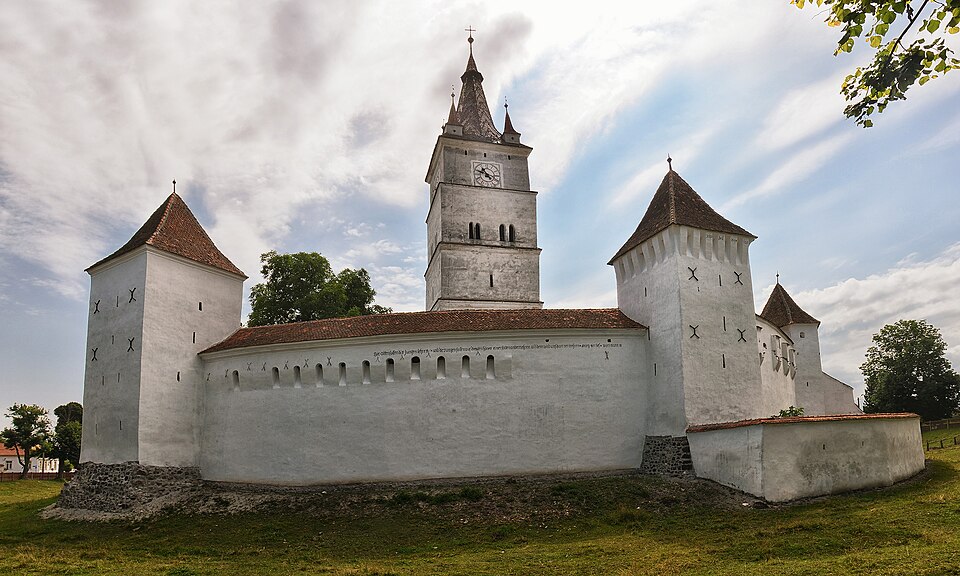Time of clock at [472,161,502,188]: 10:48
